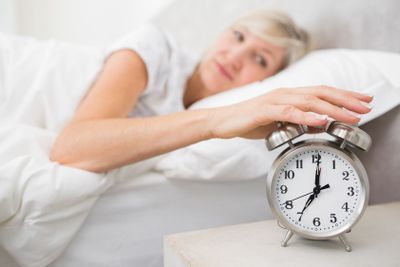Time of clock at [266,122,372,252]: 7:00
